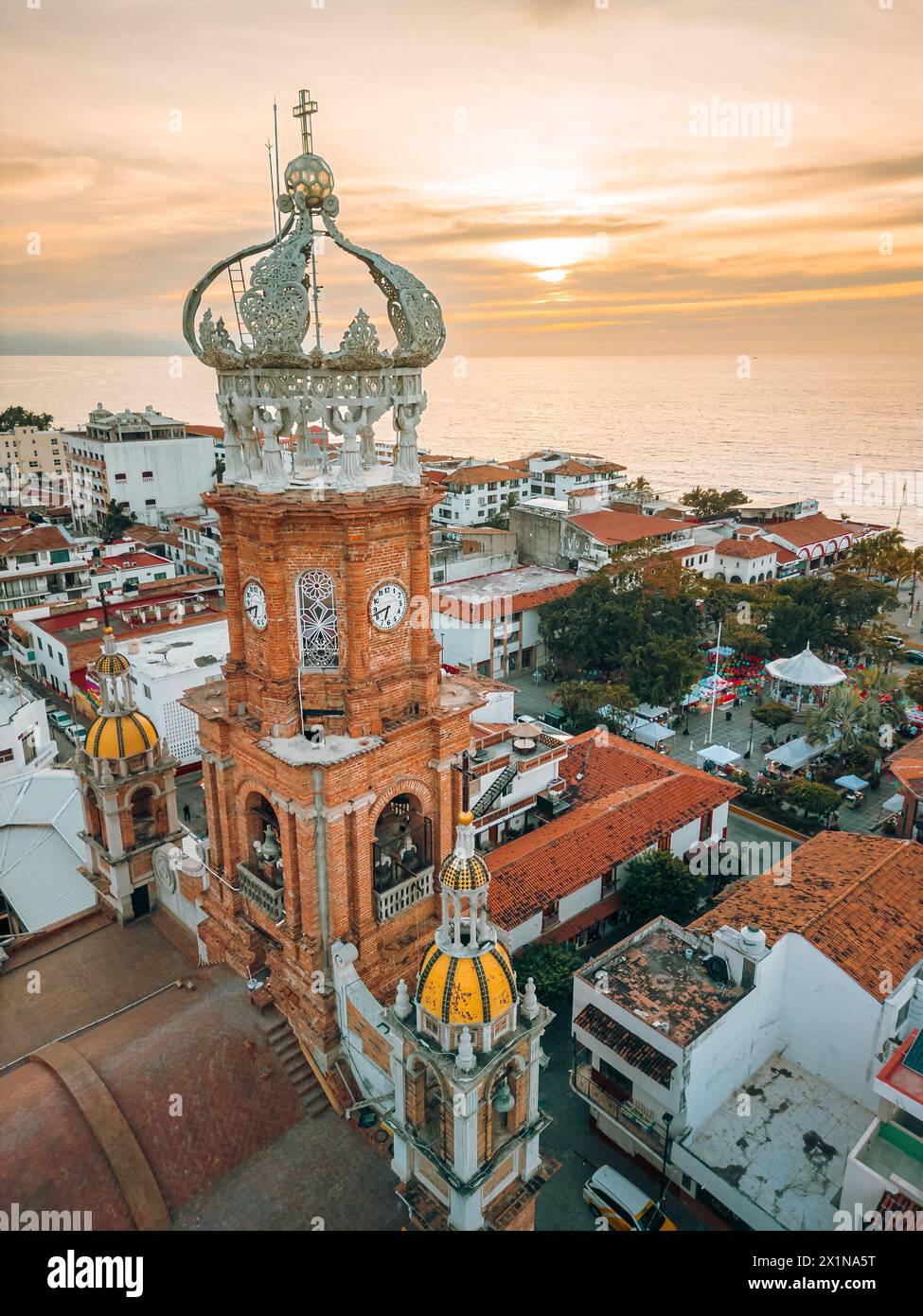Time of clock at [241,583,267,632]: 6:41
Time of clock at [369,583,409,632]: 6:42
